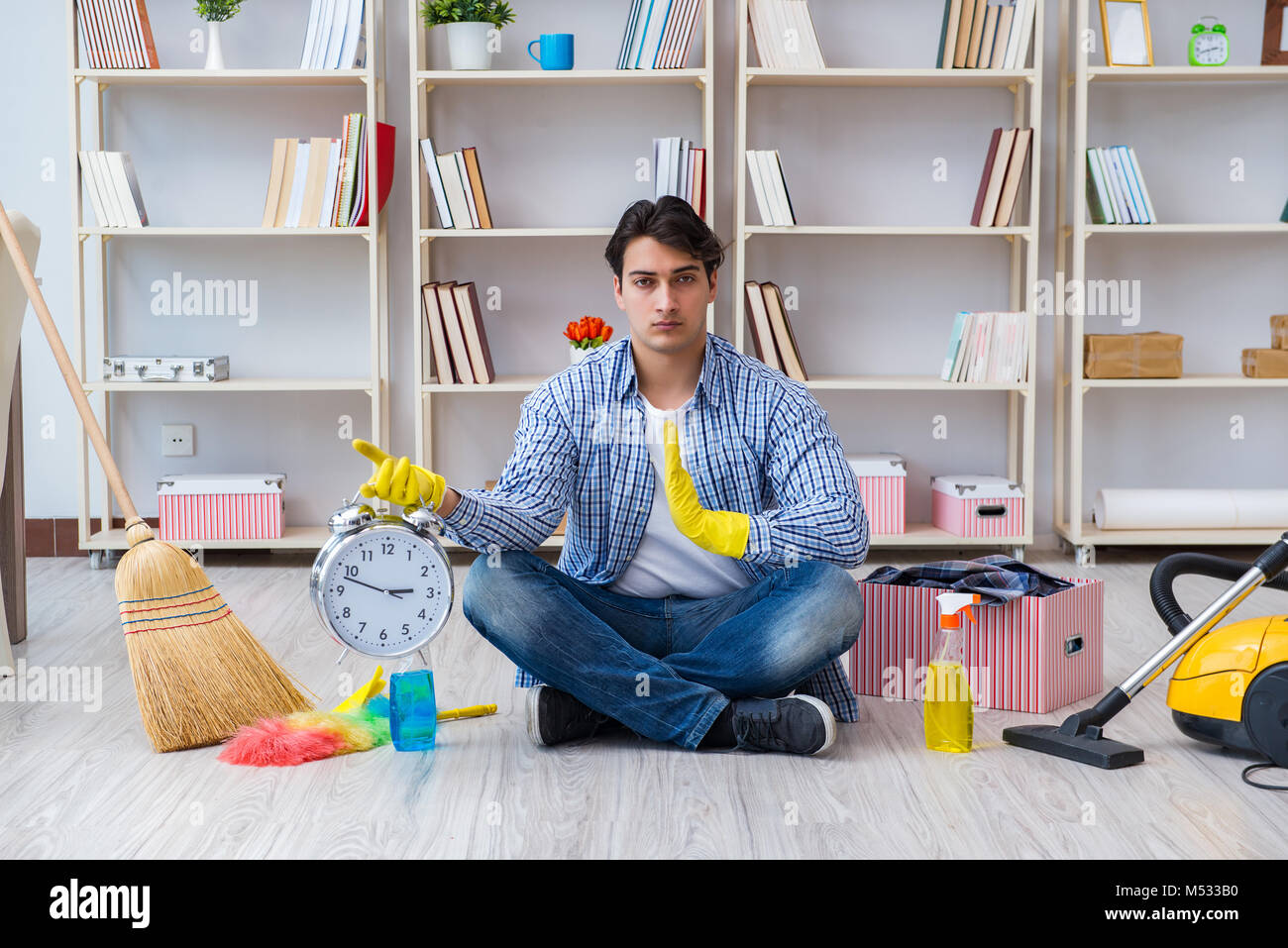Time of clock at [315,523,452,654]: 2:47
